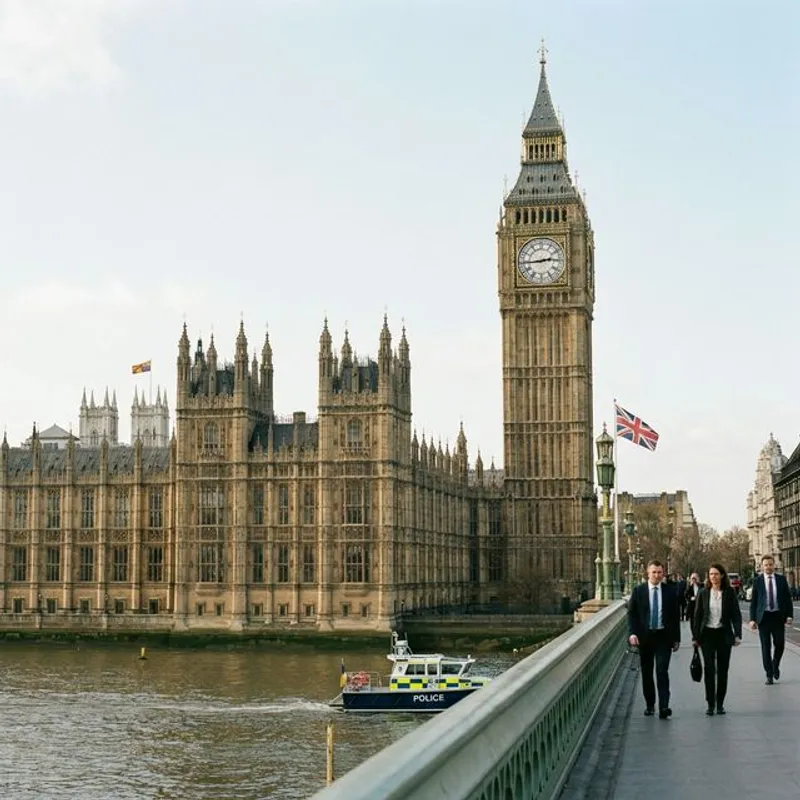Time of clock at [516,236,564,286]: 2:44
